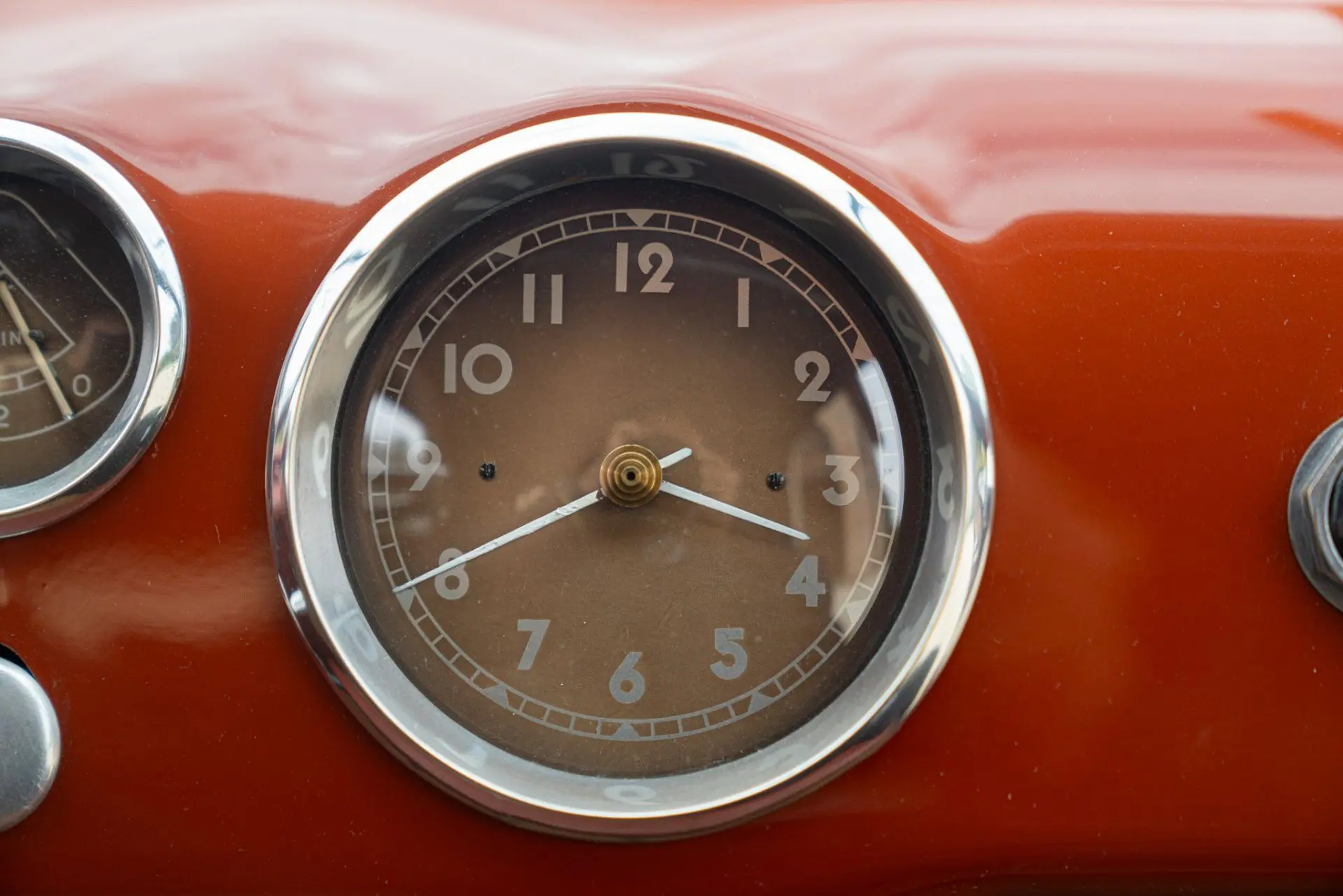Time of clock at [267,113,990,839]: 3:40
